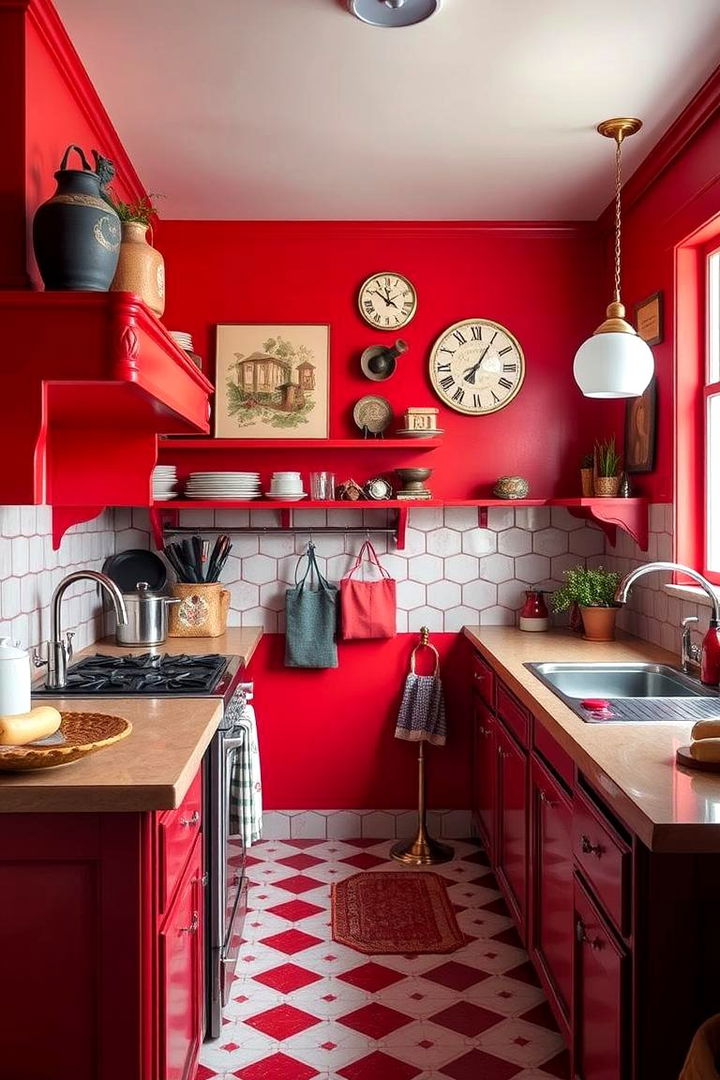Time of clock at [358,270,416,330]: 11:51
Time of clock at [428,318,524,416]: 7:05
